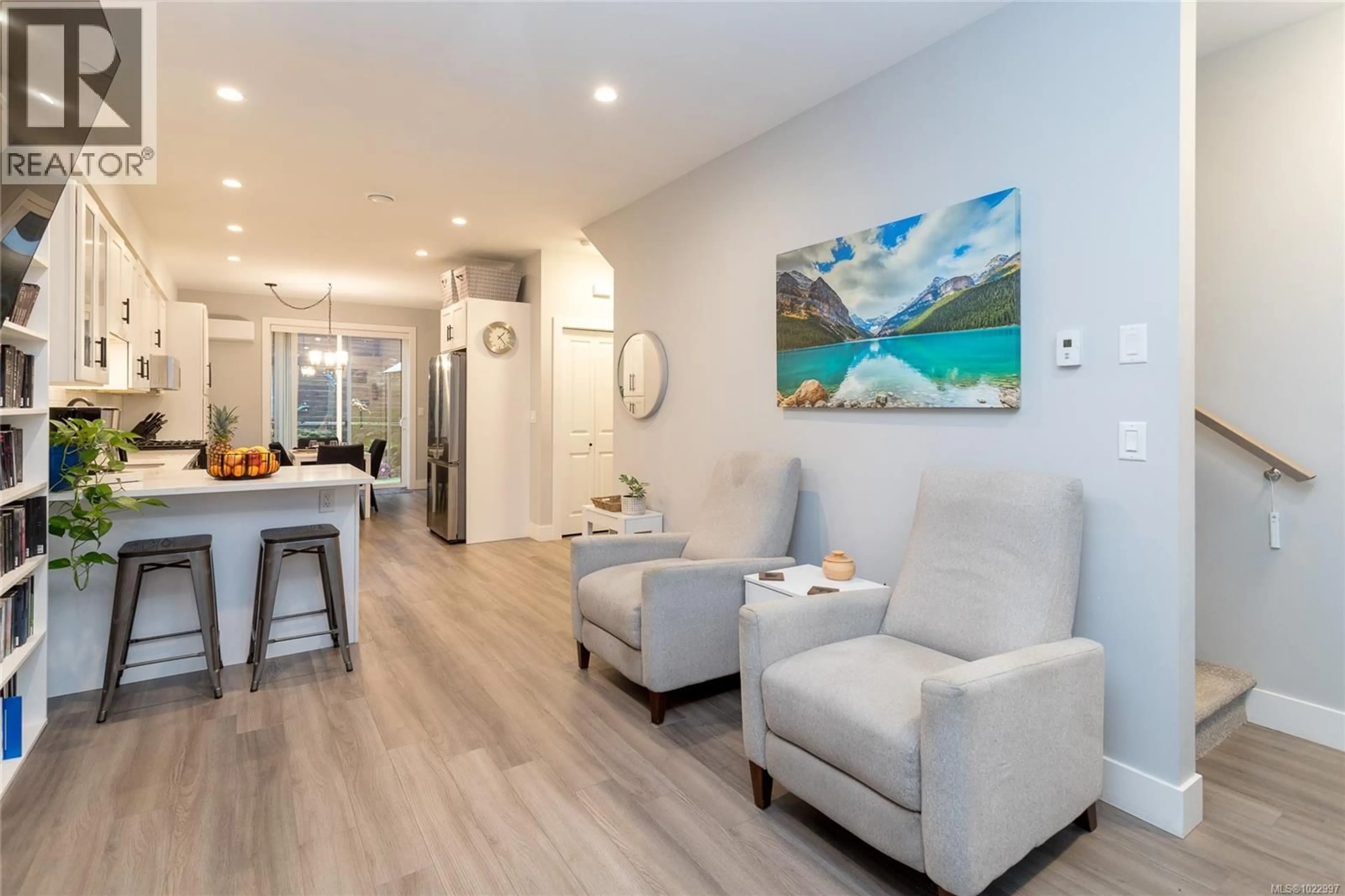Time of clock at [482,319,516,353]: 1:23
